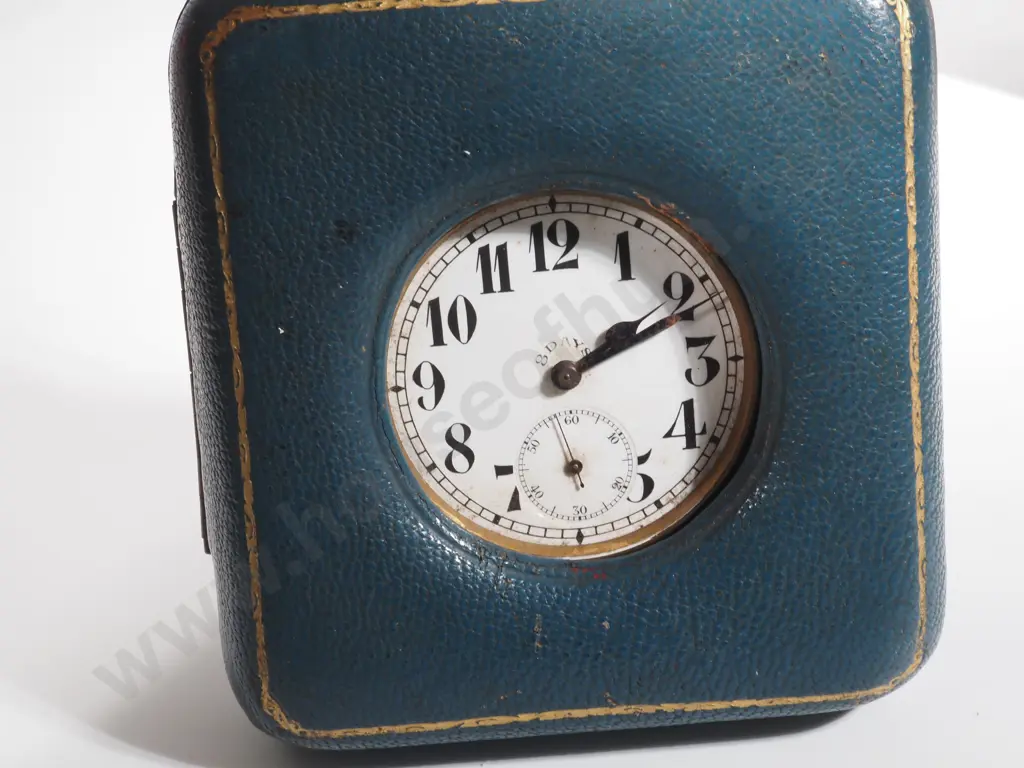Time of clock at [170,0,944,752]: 2:11
